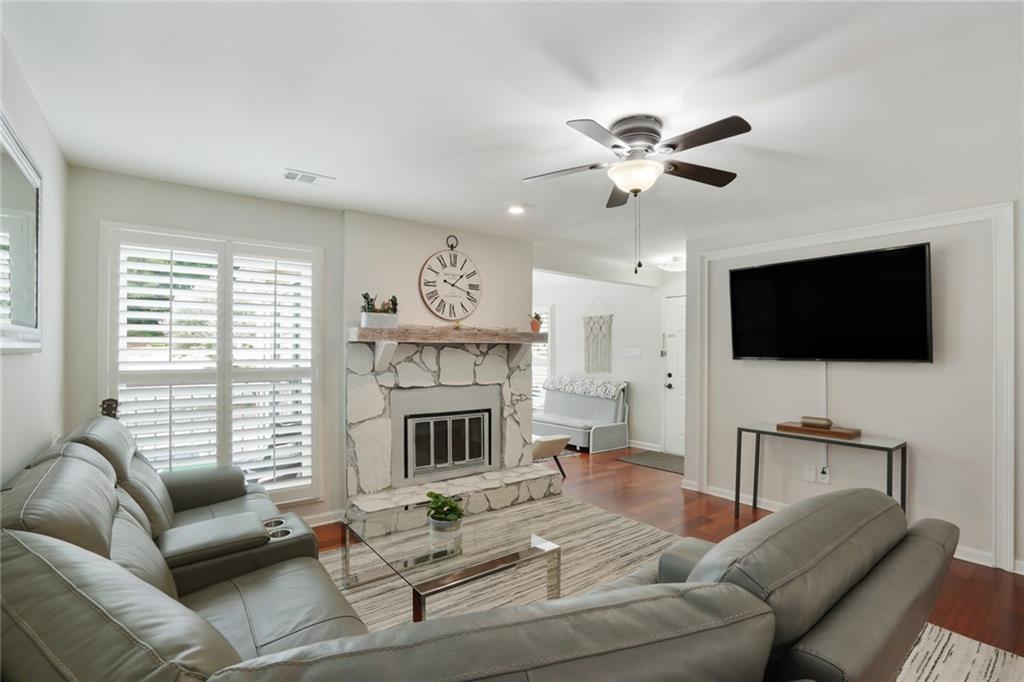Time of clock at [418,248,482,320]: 1:18
